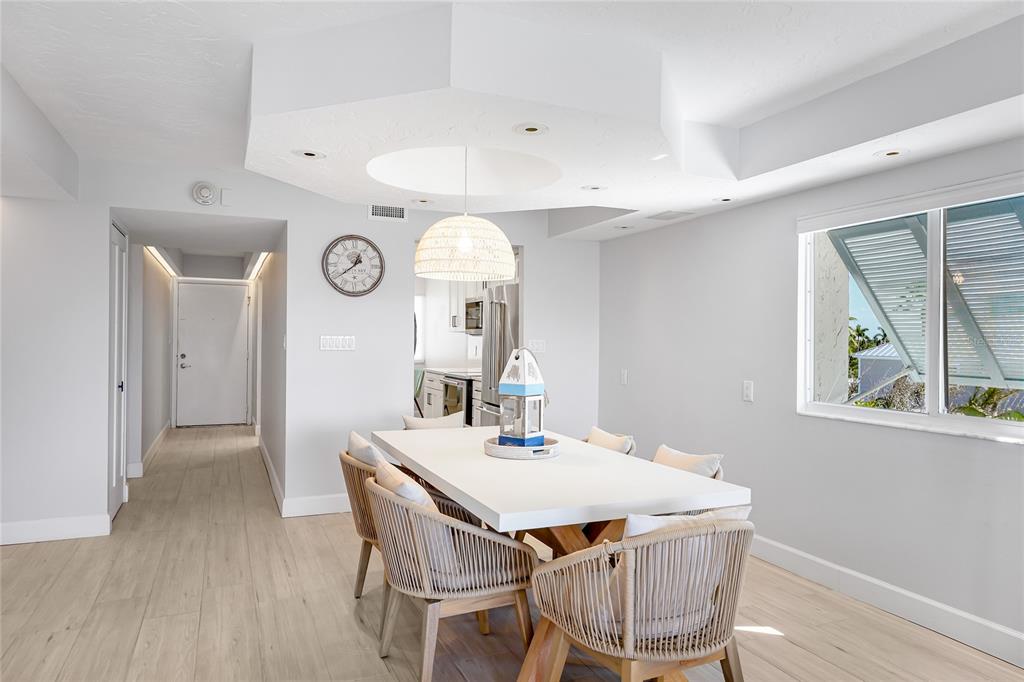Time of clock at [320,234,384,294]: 12:38
